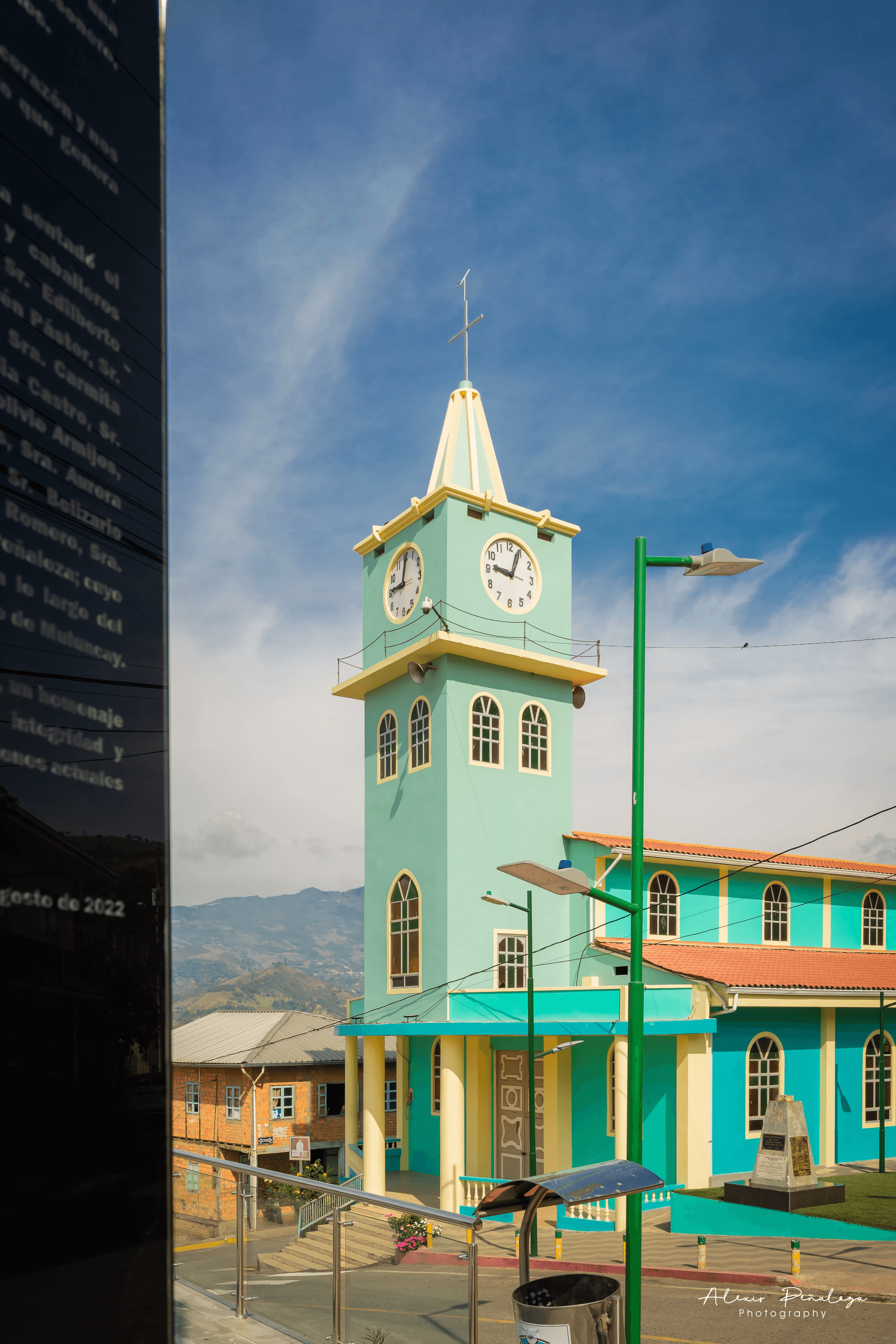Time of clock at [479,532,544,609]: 9:03
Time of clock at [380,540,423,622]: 9:00
